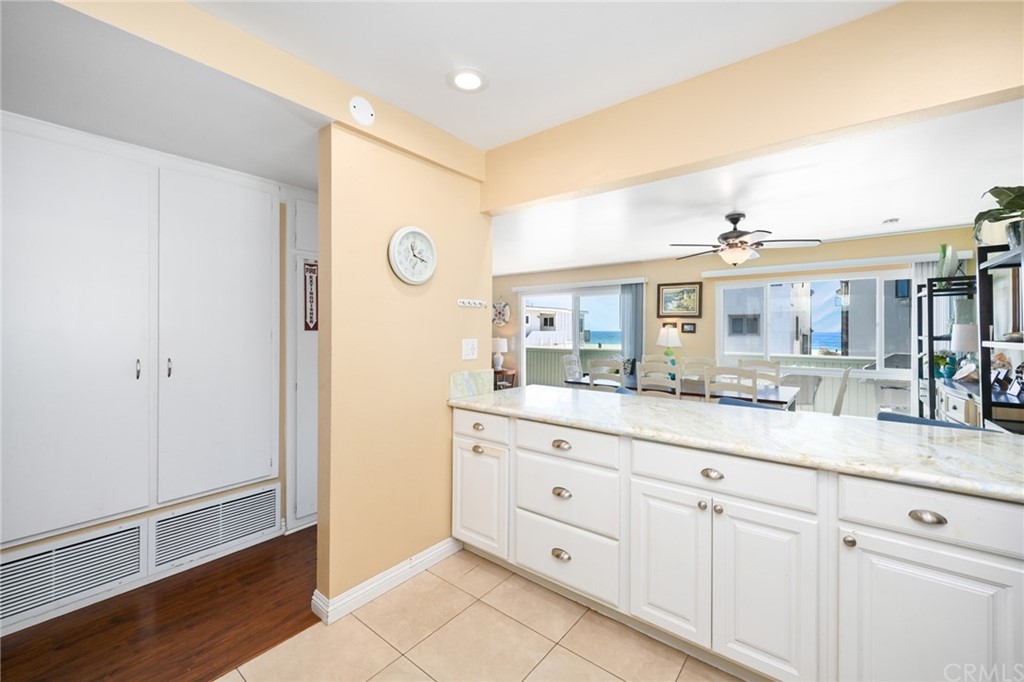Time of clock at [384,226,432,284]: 11:17
